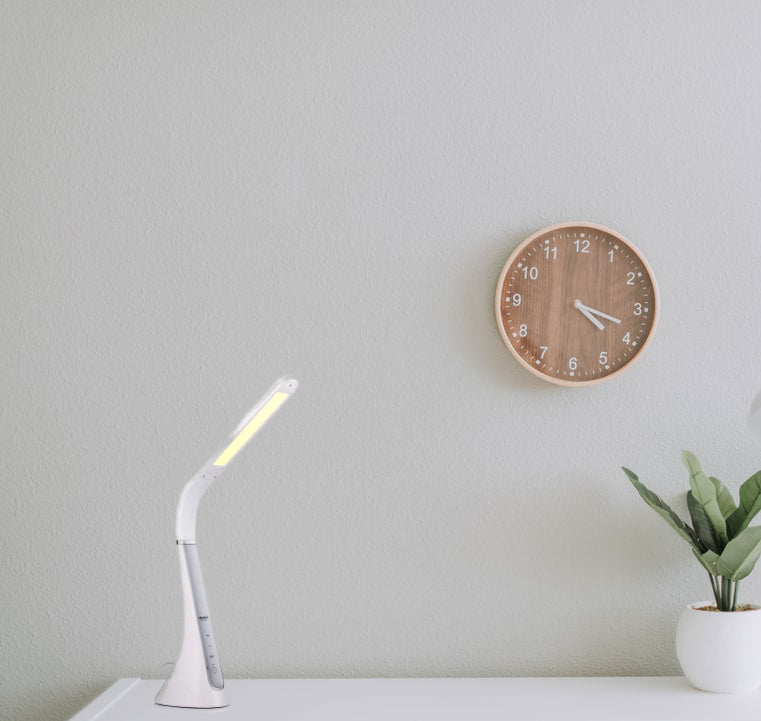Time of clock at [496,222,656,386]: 4:18
